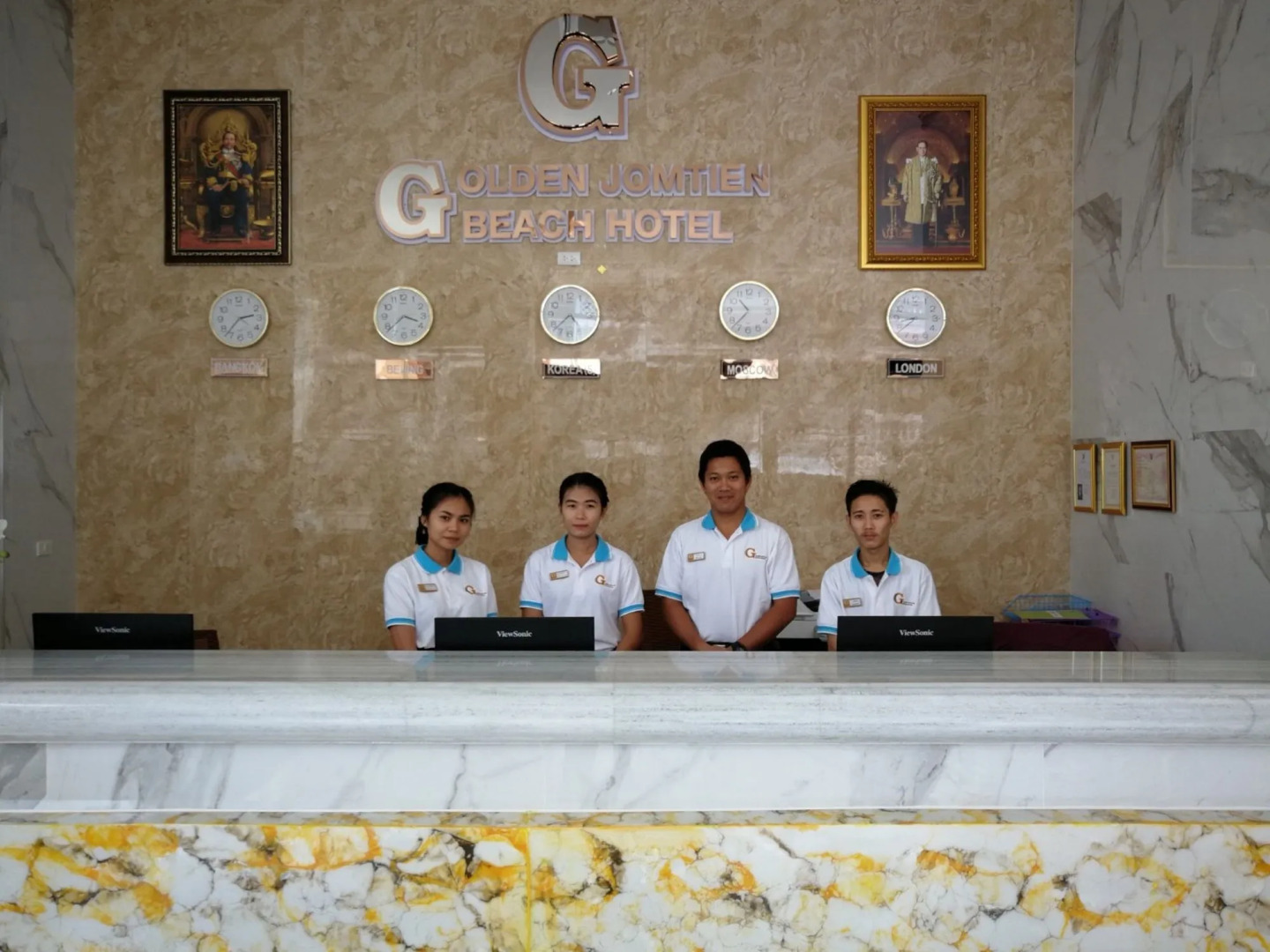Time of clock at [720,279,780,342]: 10:37
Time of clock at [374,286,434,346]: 3:38
